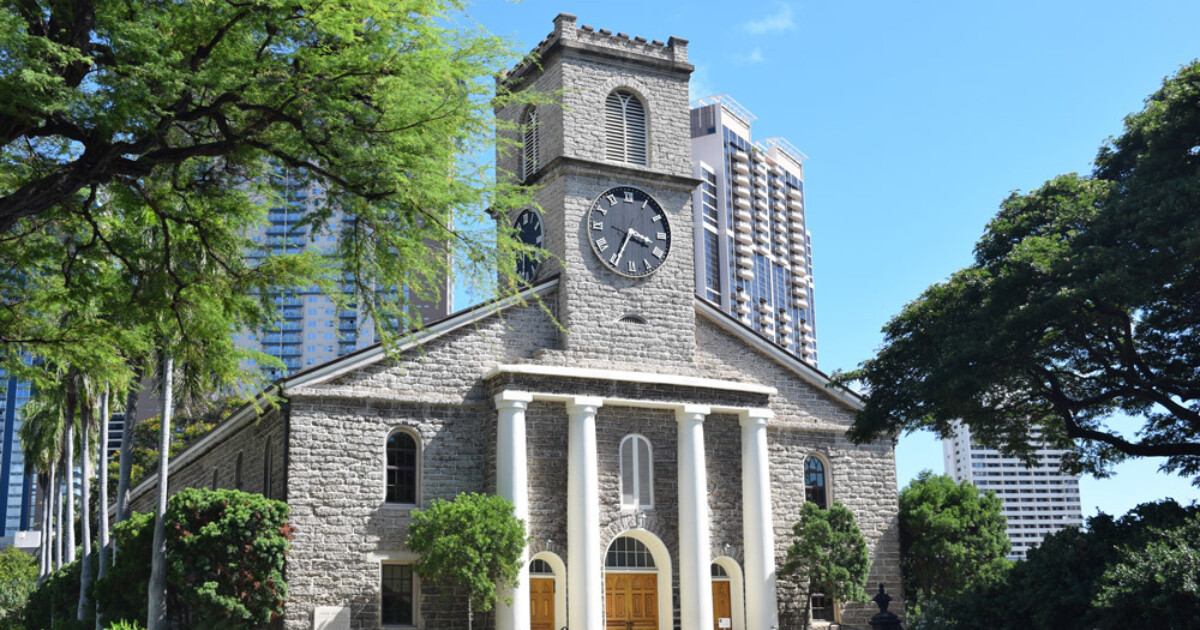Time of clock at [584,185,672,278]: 3:34
